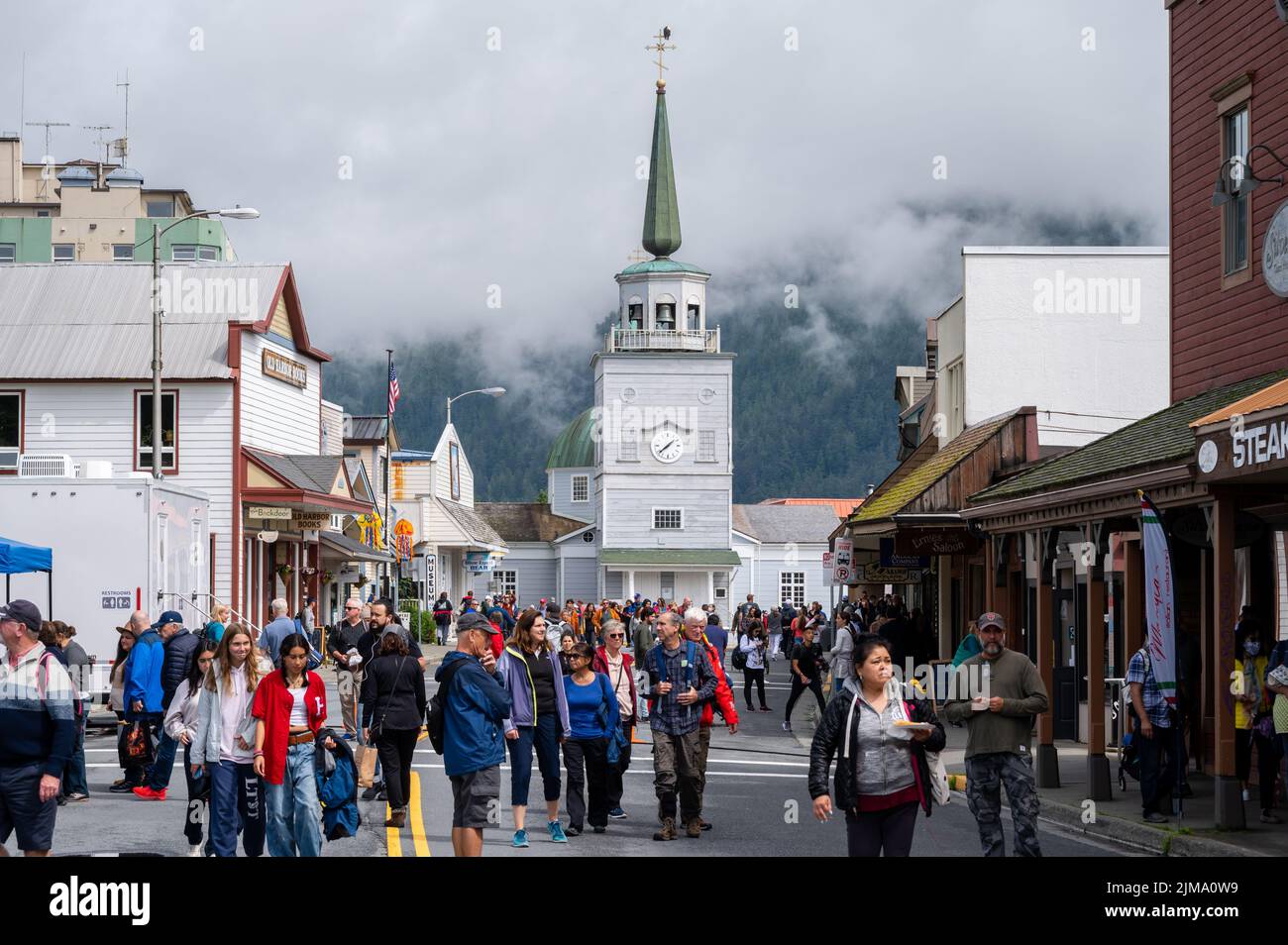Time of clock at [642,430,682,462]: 1:38
